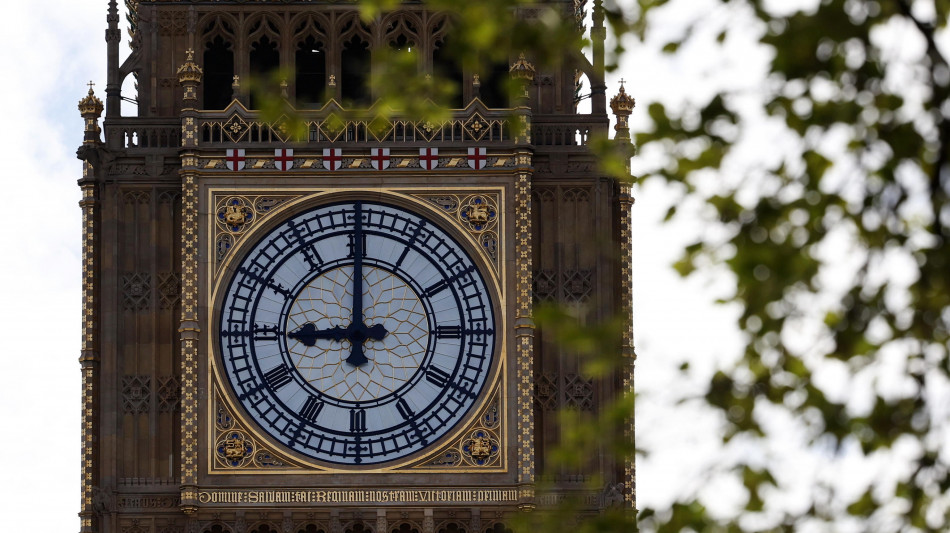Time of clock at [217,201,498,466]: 8:59
